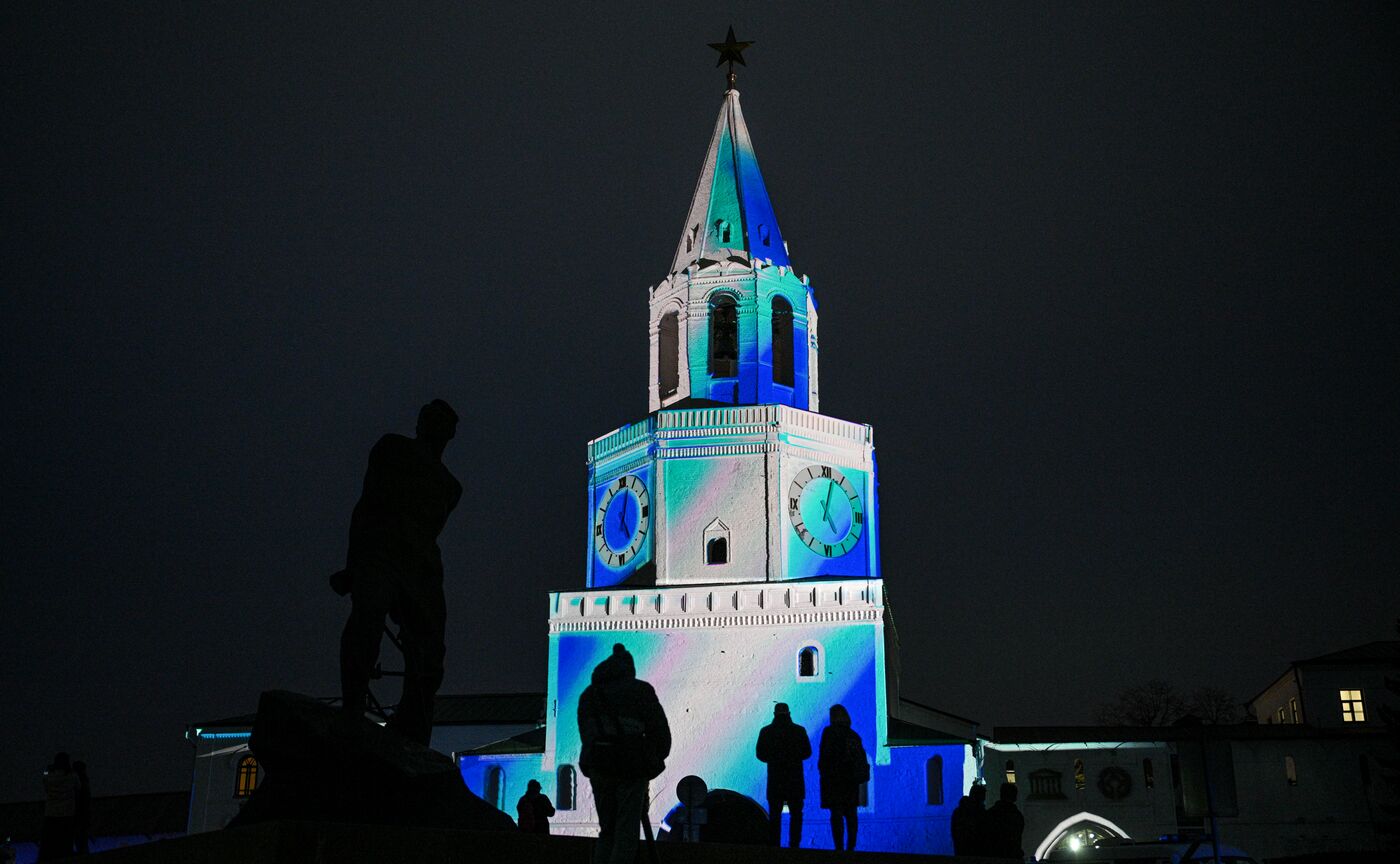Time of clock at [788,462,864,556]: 5:02
